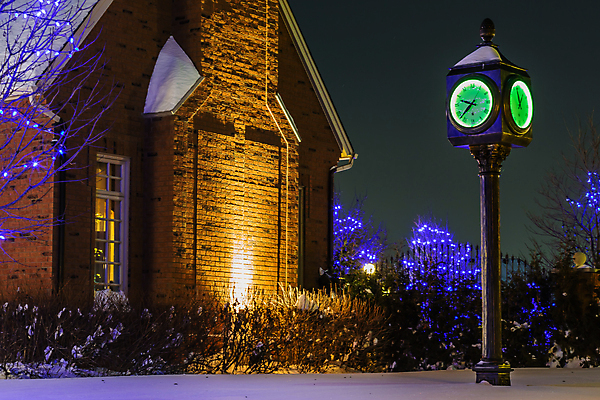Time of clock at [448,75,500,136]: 9:37
